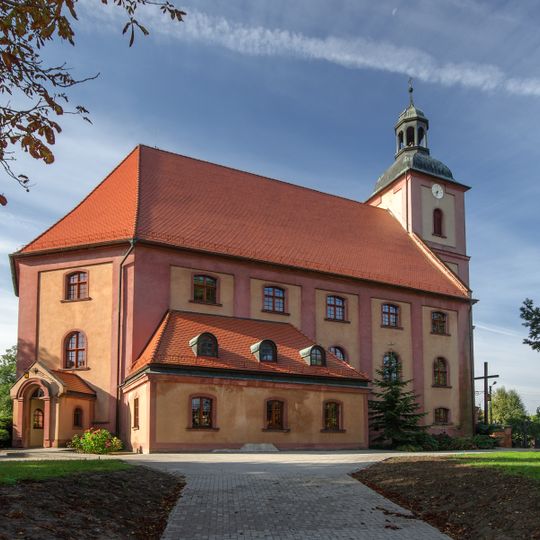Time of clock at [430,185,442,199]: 7:32
